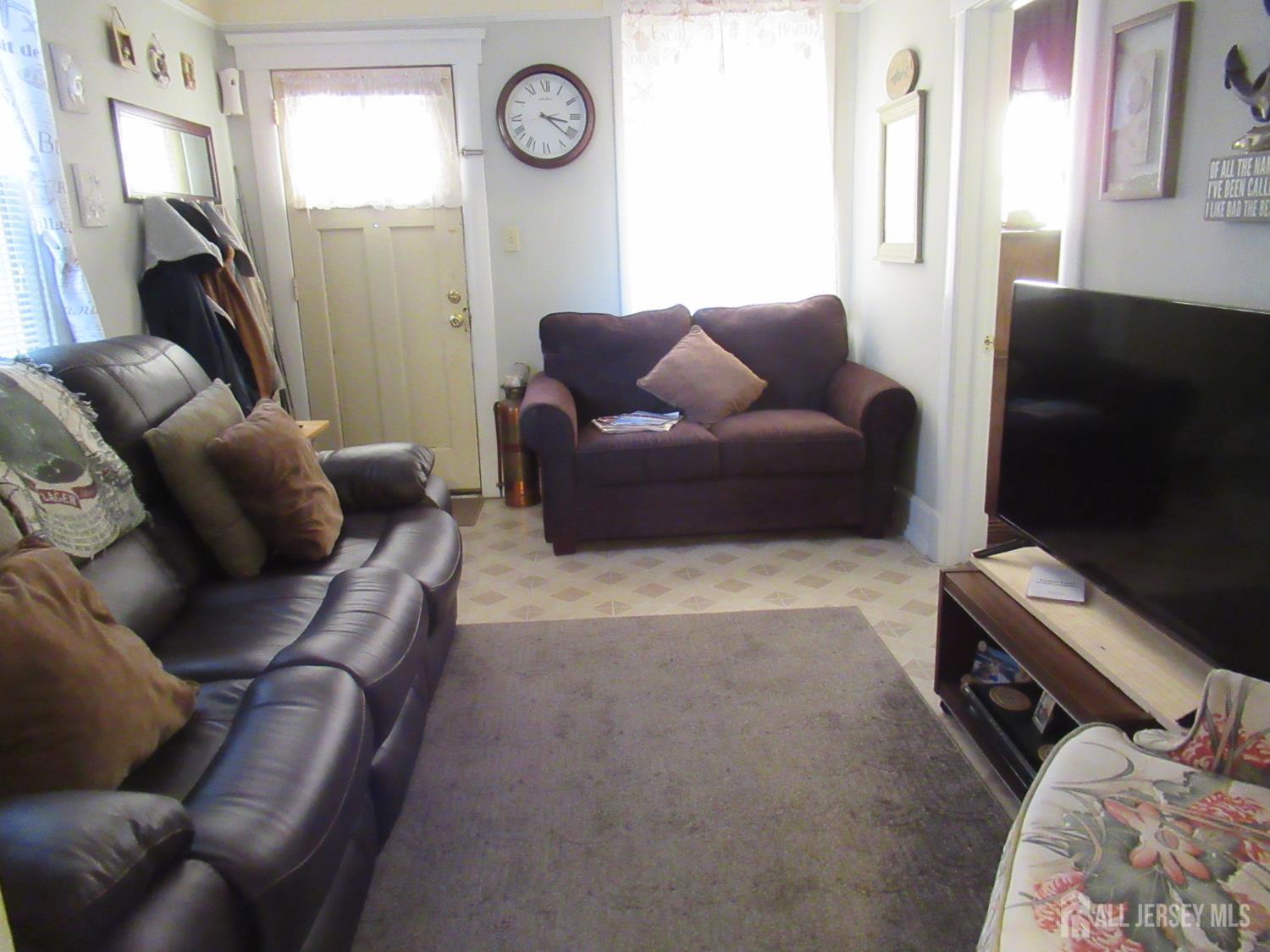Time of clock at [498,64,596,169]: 3:21
